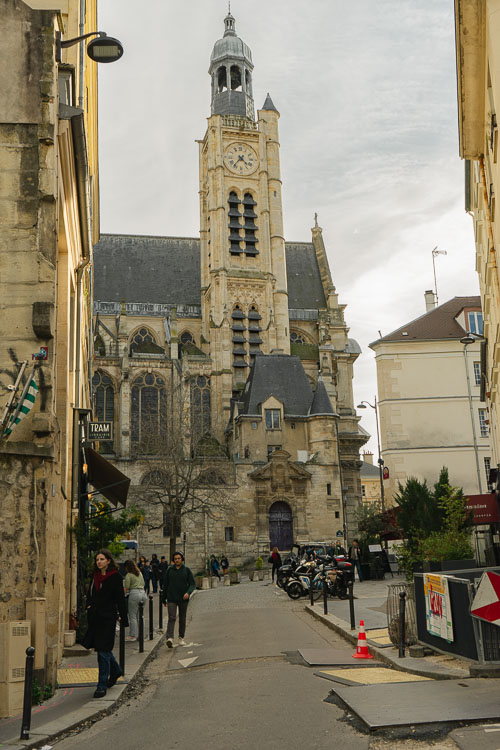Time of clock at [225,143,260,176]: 4:36
